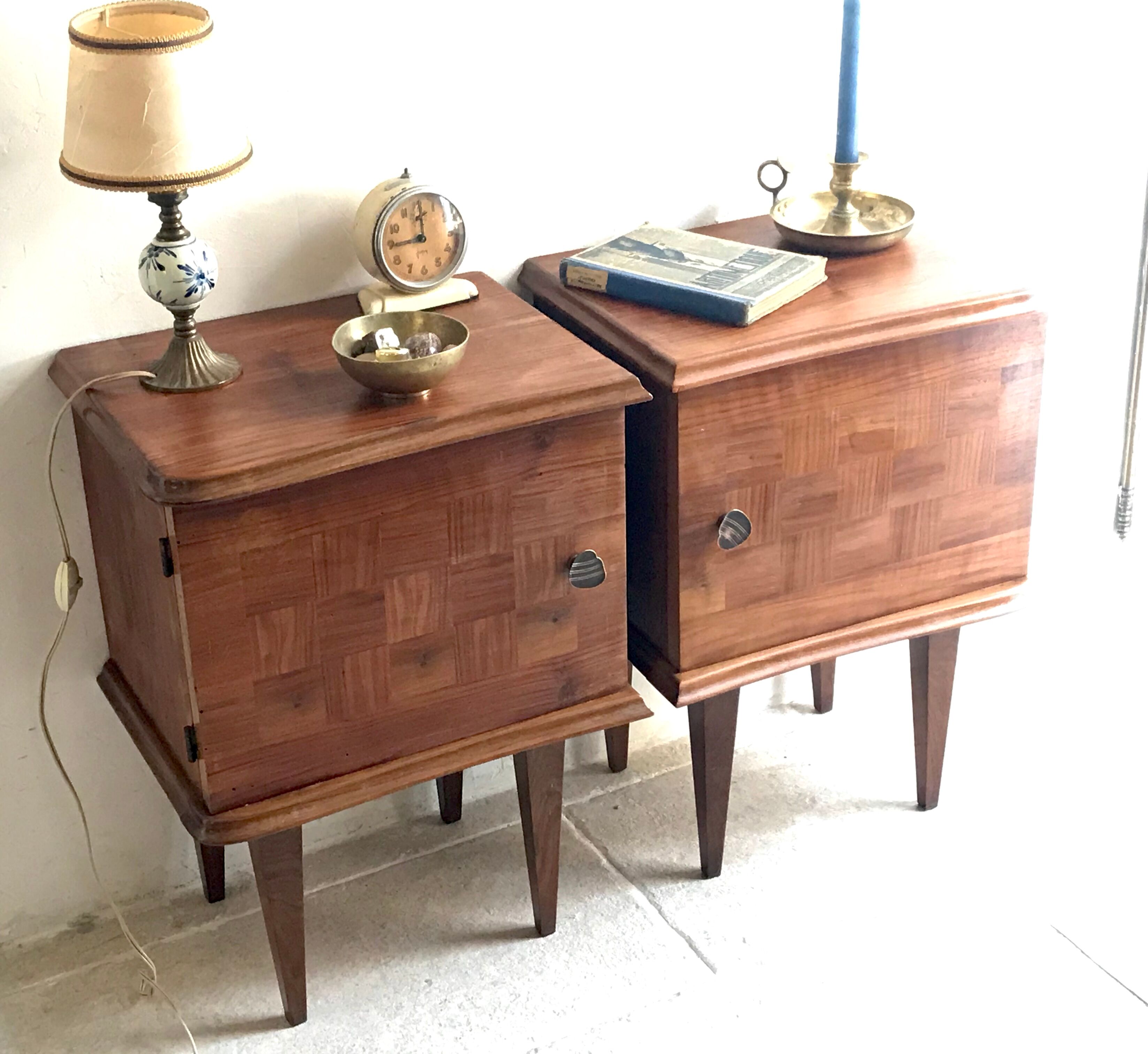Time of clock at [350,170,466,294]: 11:44
